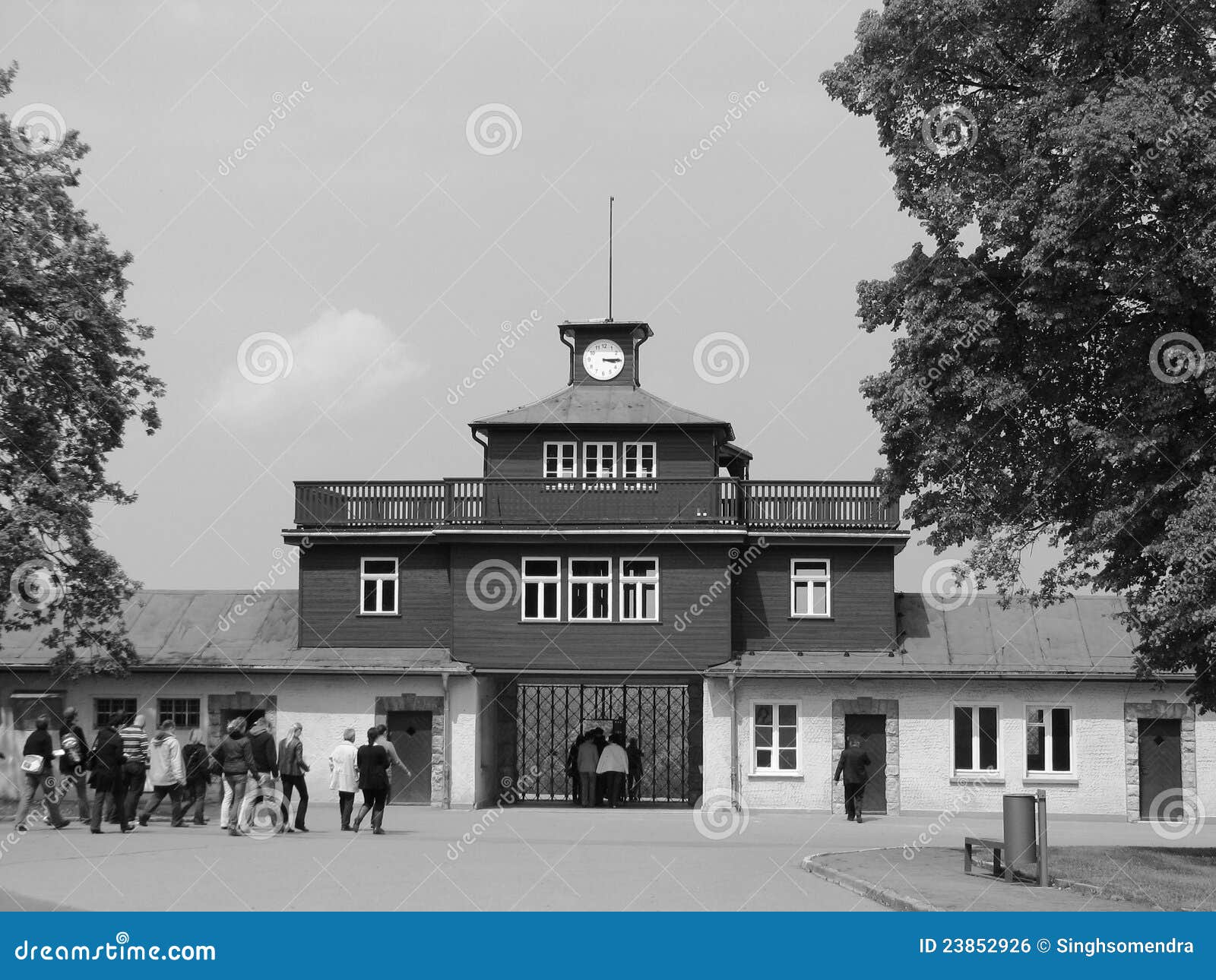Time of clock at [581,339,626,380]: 3:14
